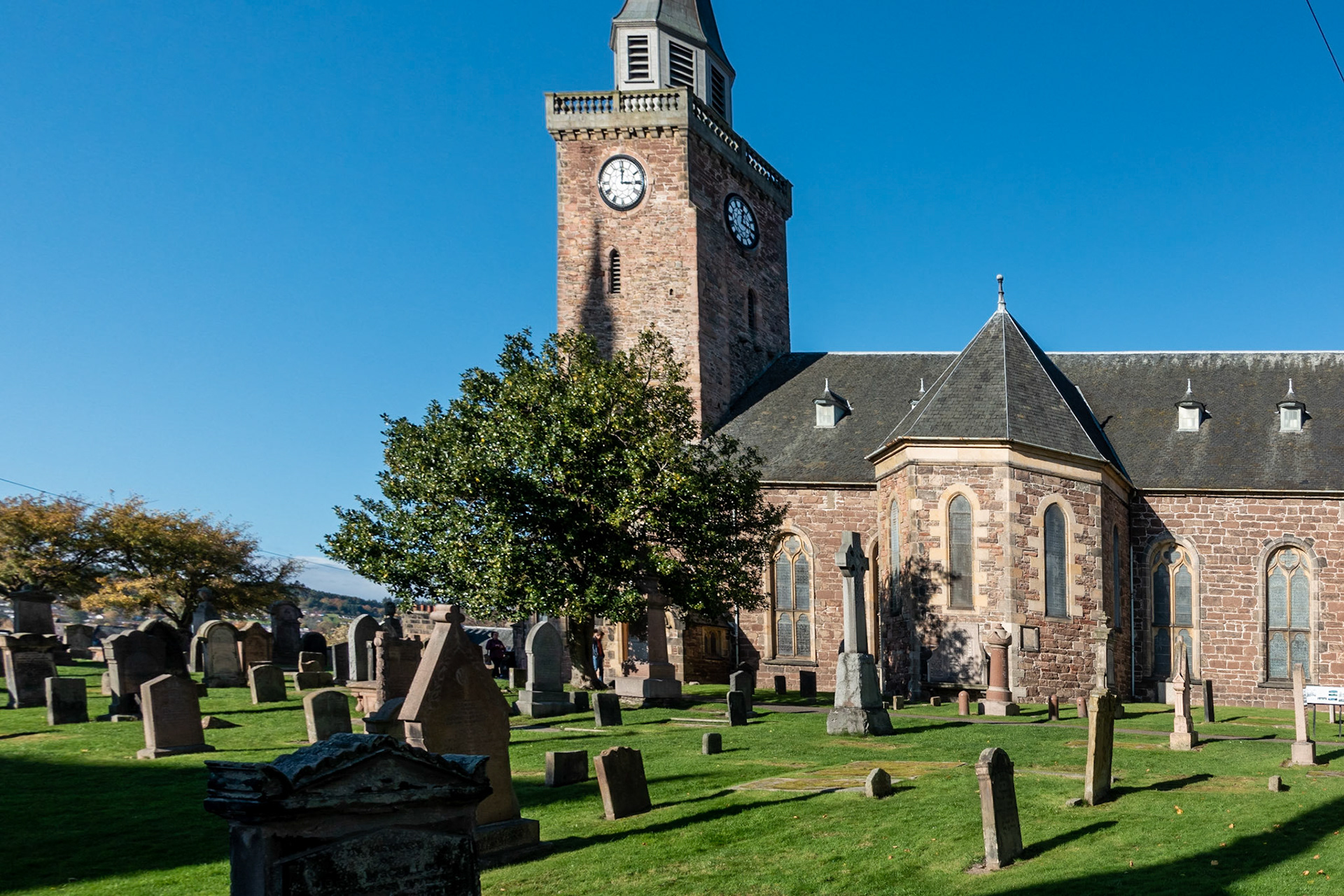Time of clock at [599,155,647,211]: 3:00
